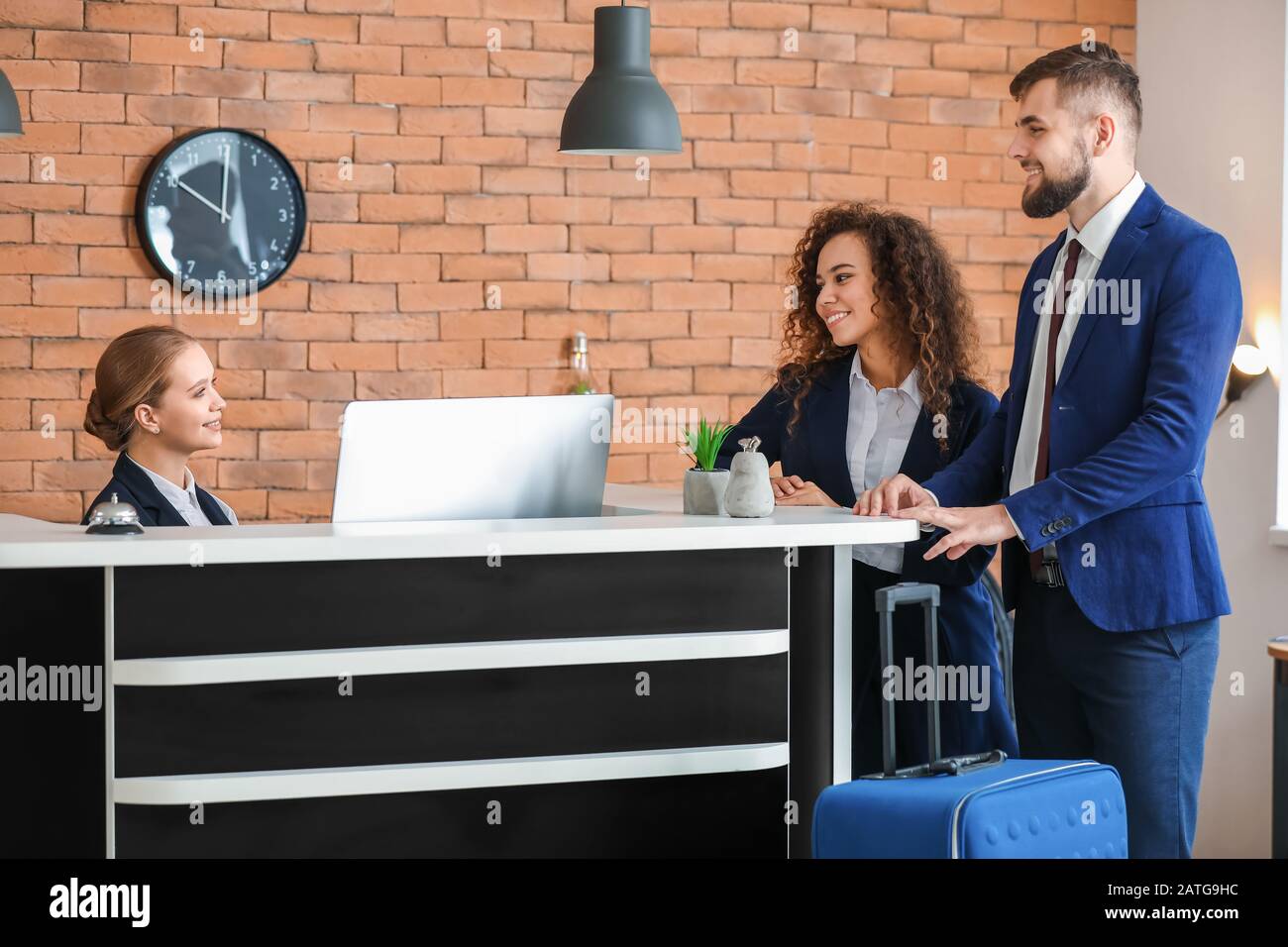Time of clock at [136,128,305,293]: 10:00
